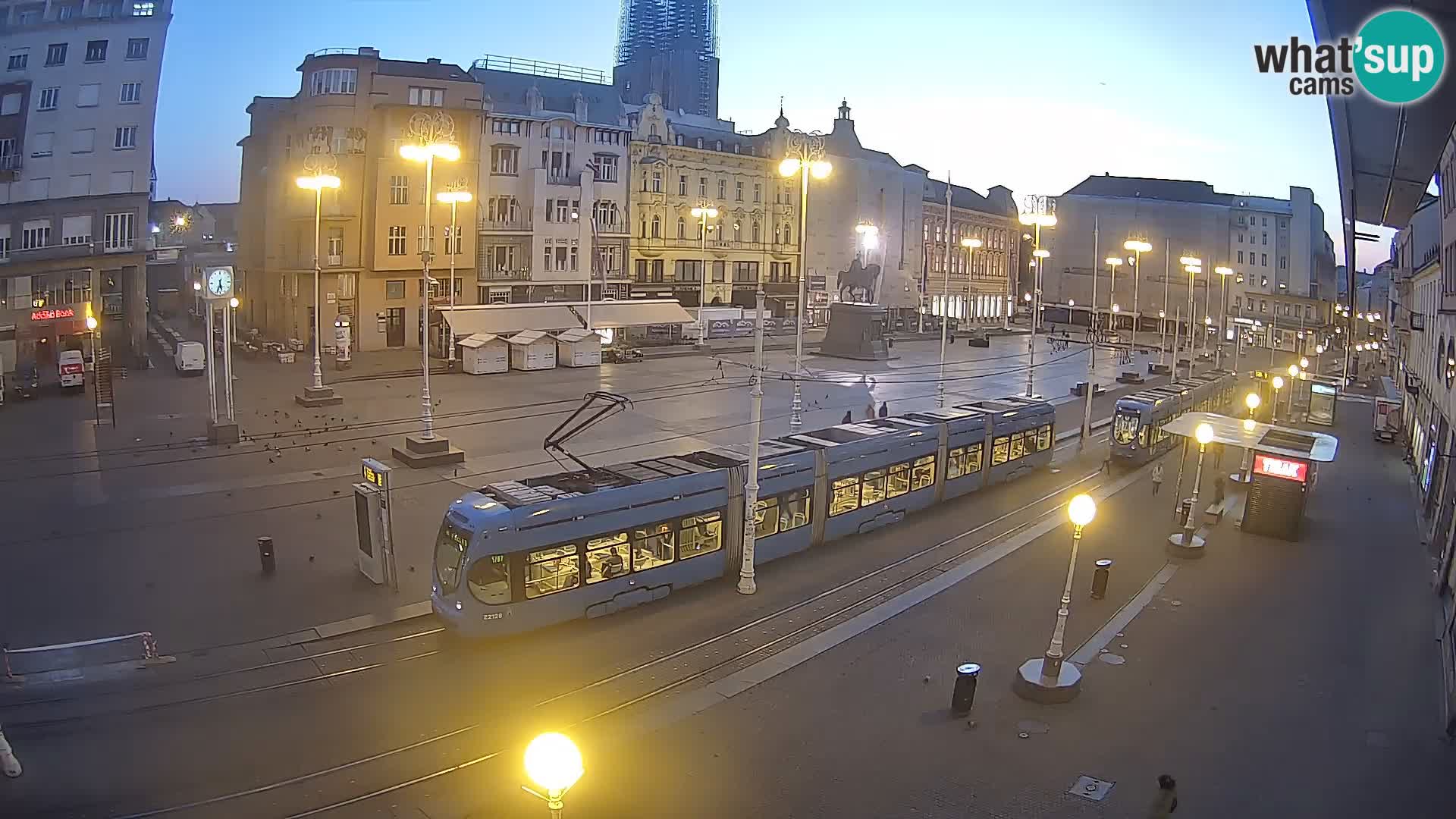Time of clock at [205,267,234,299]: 5:33
